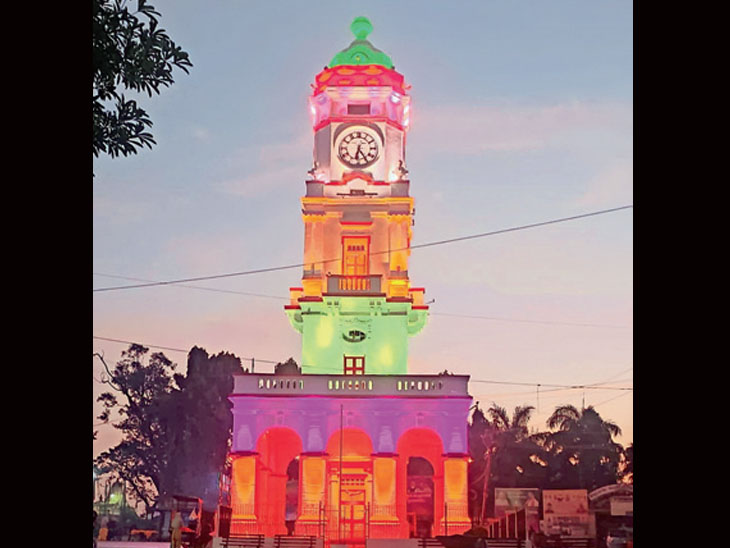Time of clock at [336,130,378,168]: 6:24
